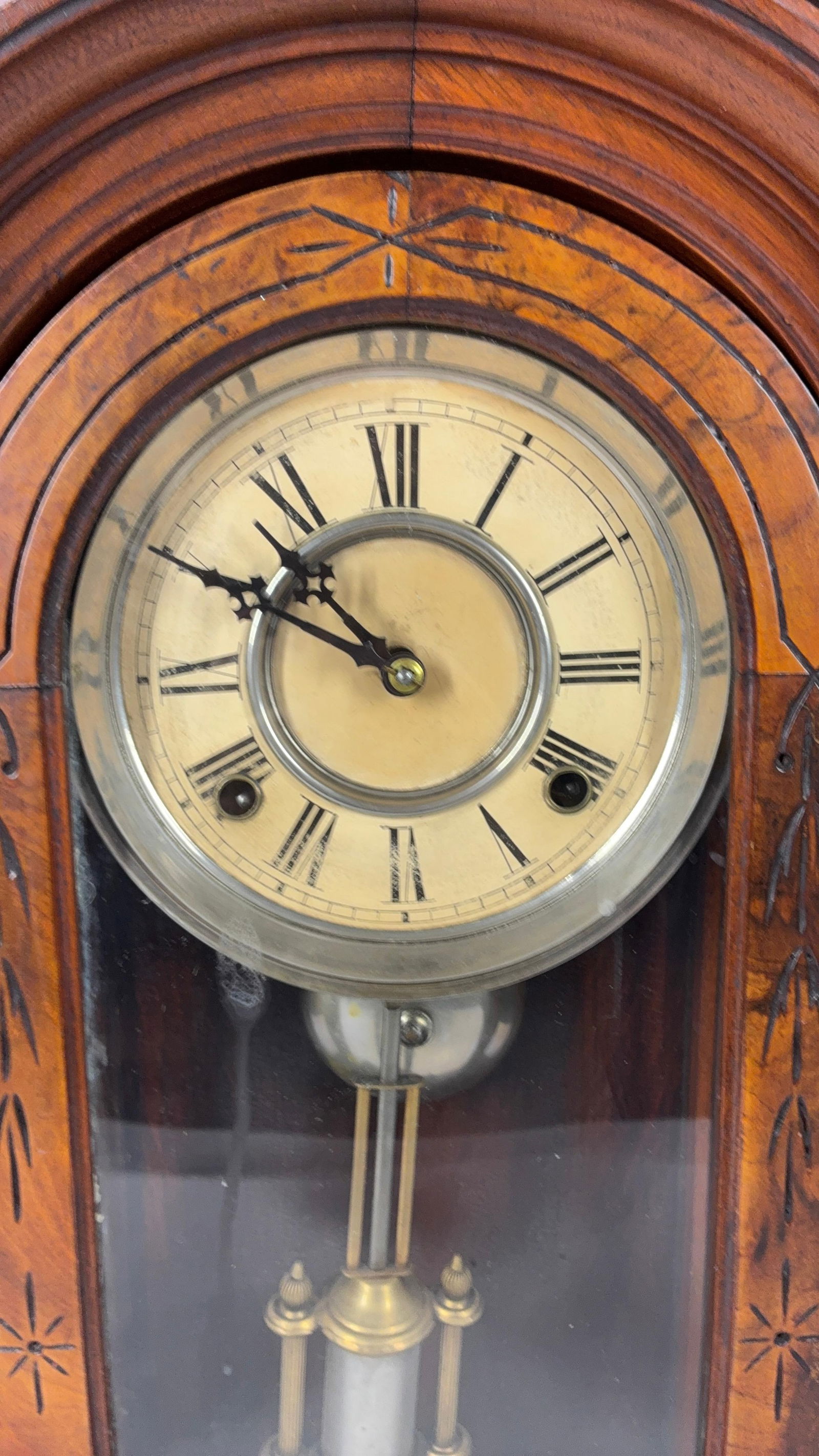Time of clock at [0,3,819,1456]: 10:50
